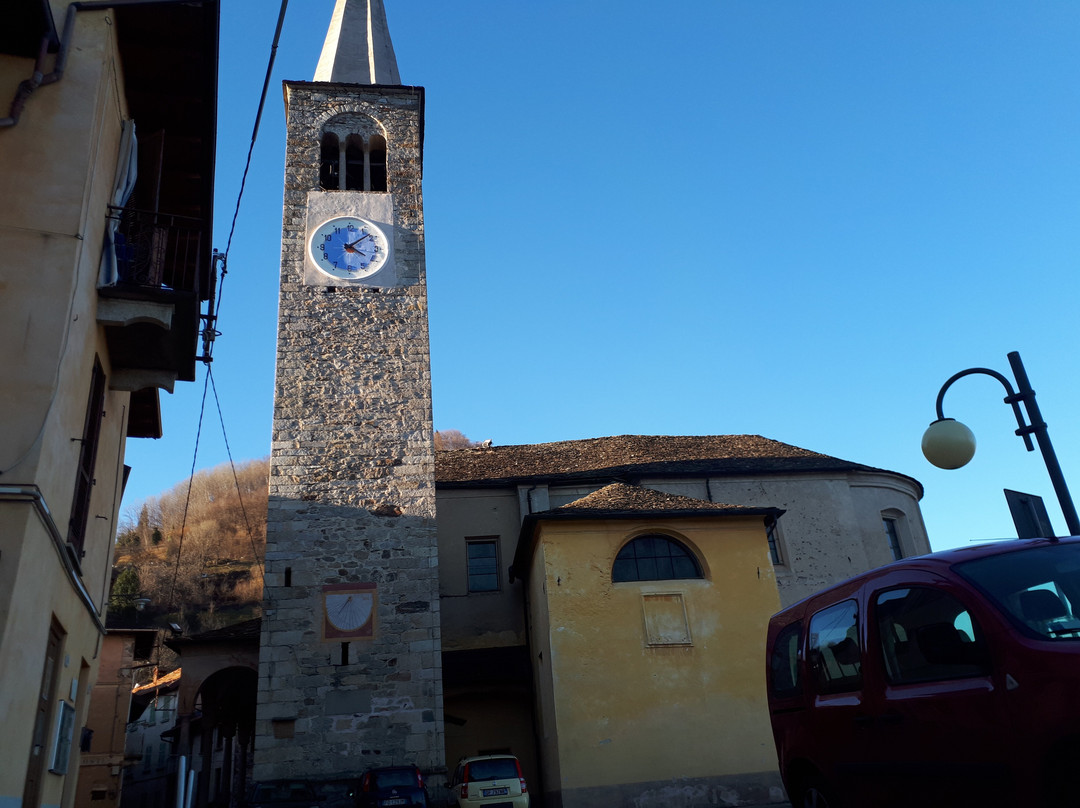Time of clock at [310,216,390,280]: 4:08
